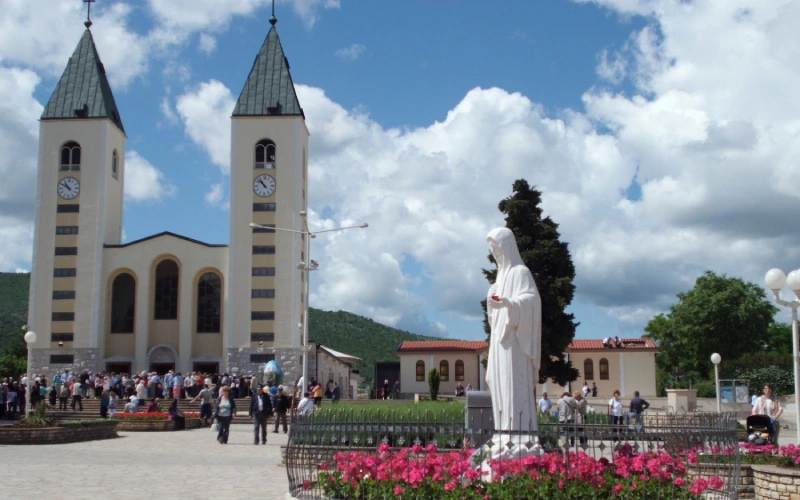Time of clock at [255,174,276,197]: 10:52
